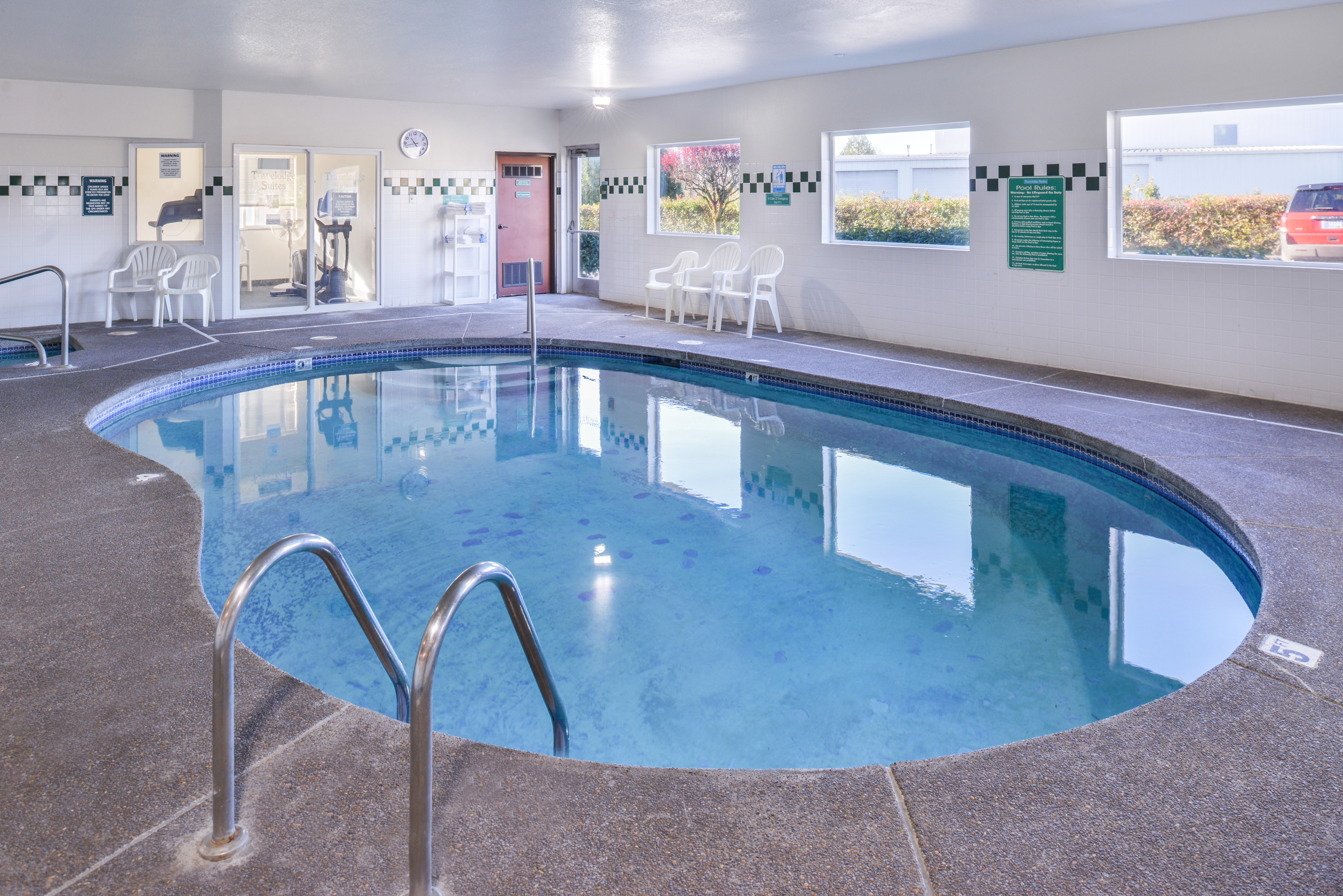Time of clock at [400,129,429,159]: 10:42
